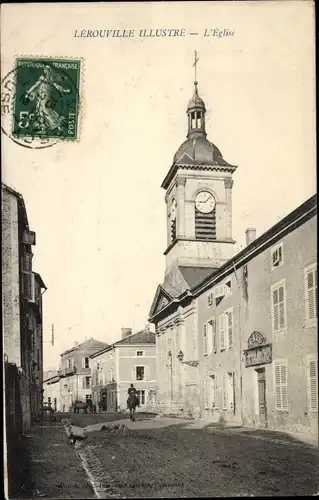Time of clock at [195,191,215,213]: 9:07
